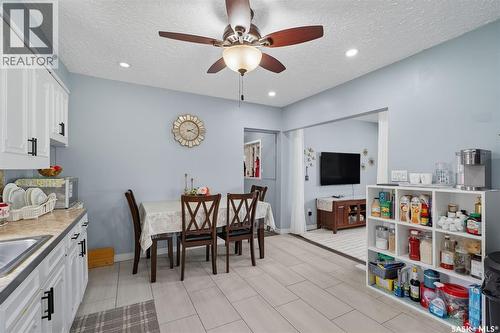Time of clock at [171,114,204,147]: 2:18
